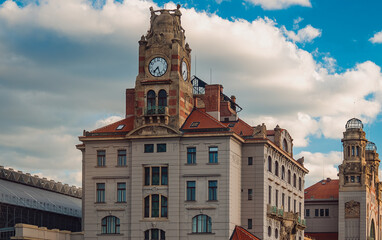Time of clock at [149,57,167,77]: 7:26
